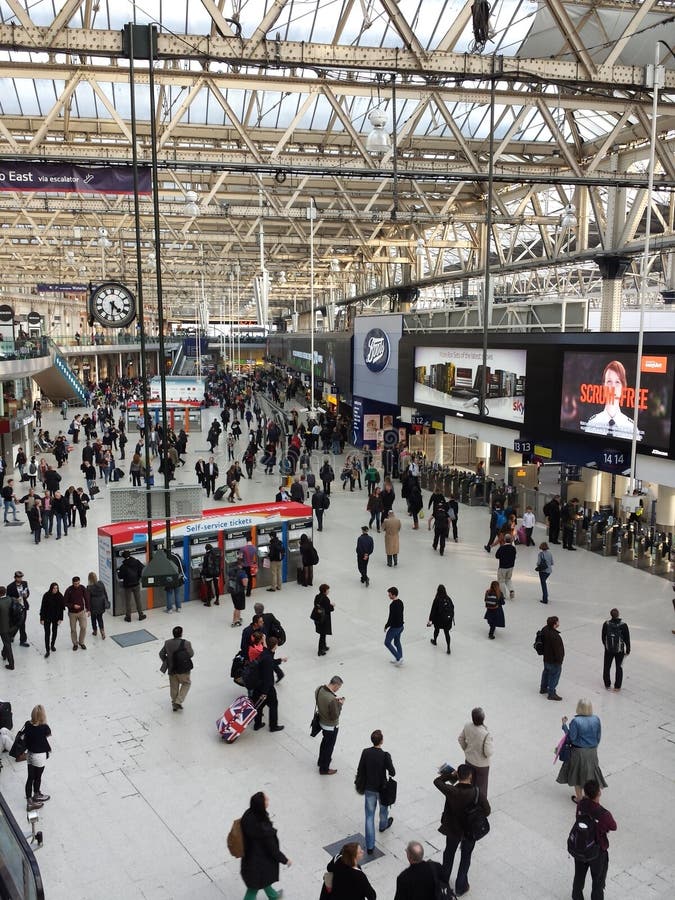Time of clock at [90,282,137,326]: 4:31
